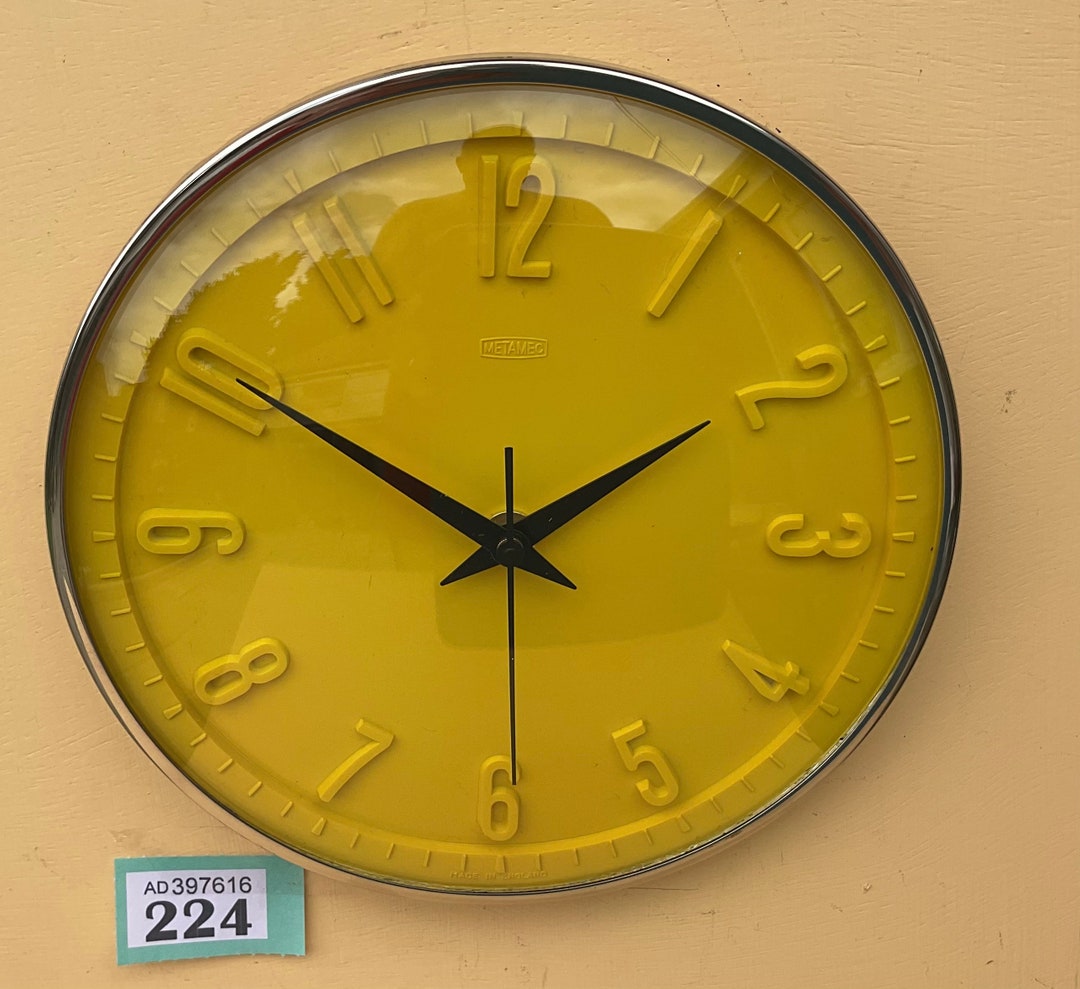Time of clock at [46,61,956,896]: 1:50
